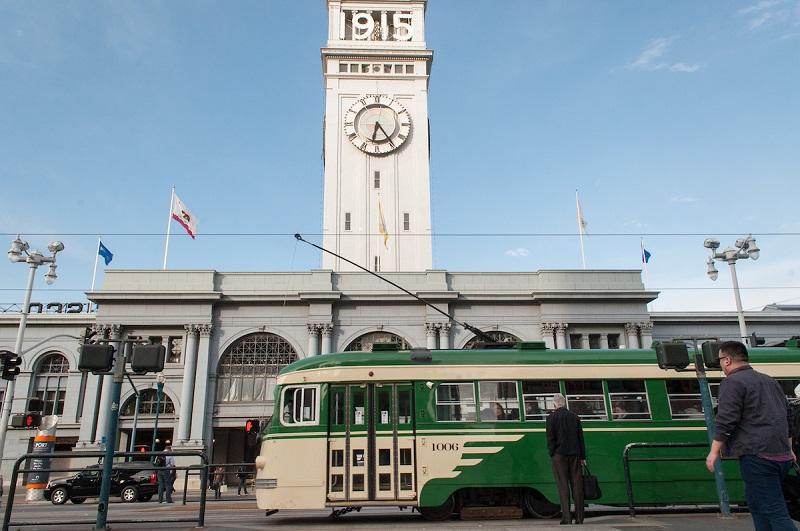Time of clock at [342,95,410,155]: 6:24
